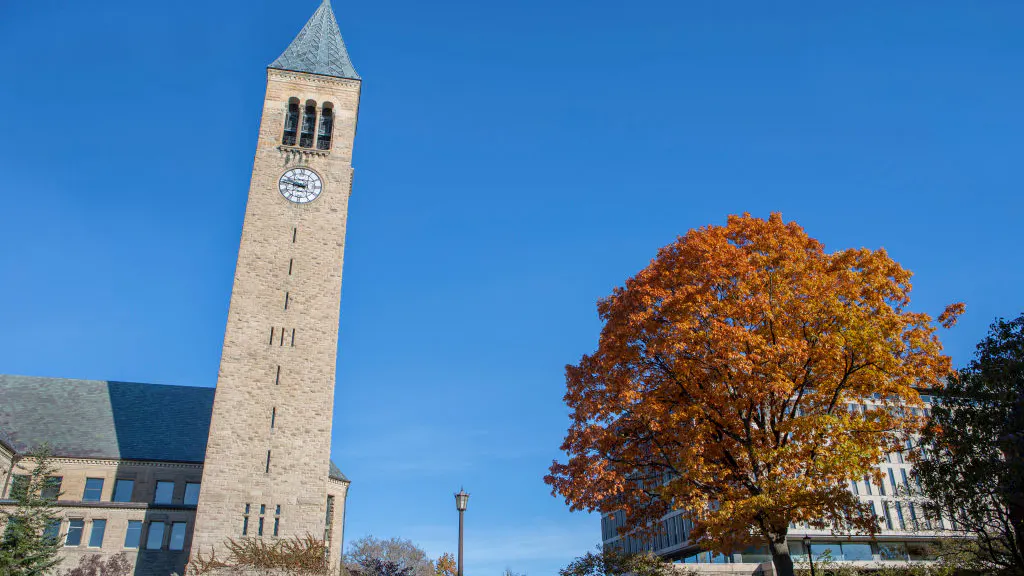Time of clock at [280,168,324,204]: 8:47
